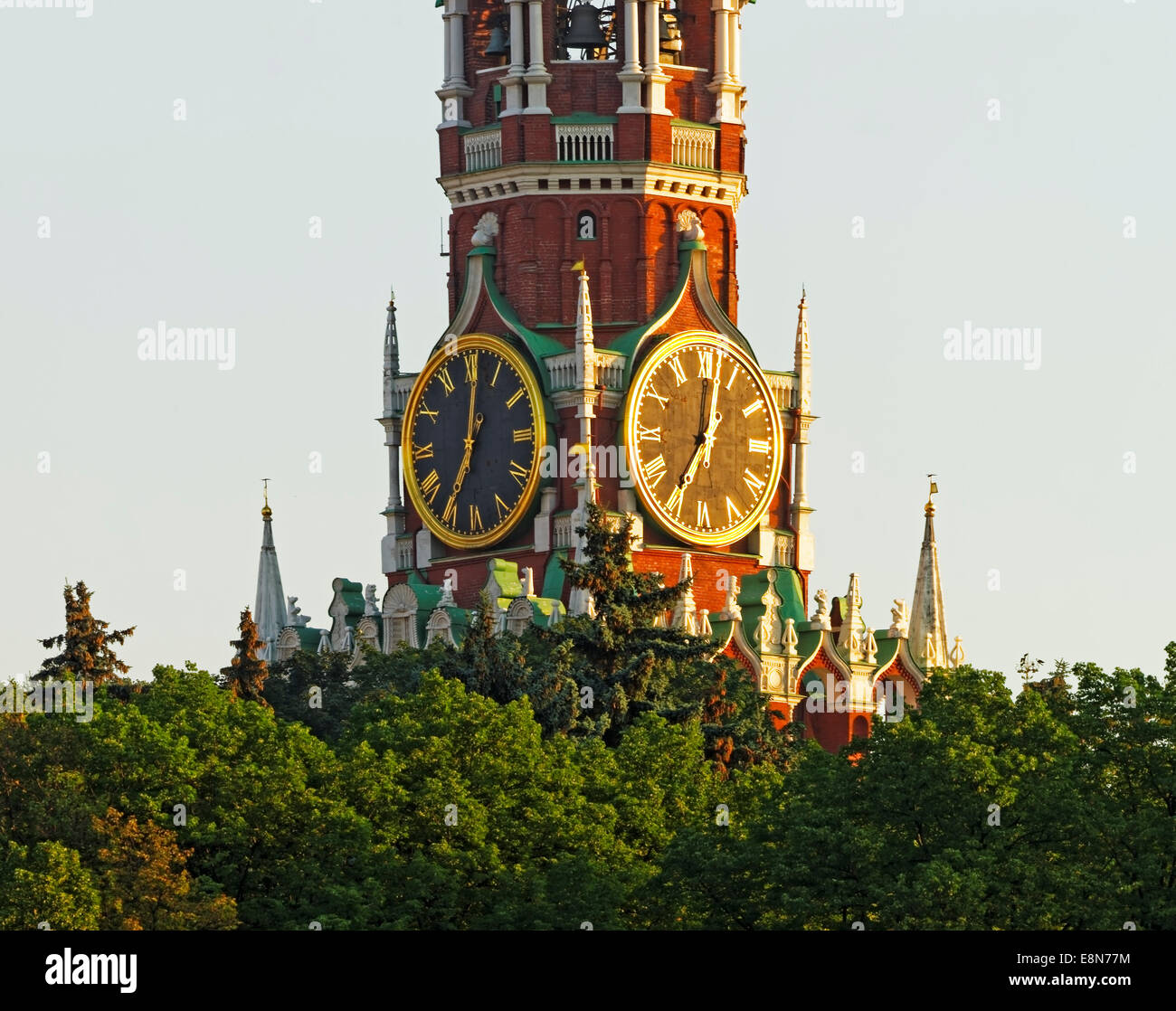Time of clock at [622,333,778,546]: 7:01
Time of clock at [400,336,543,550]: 7:01
